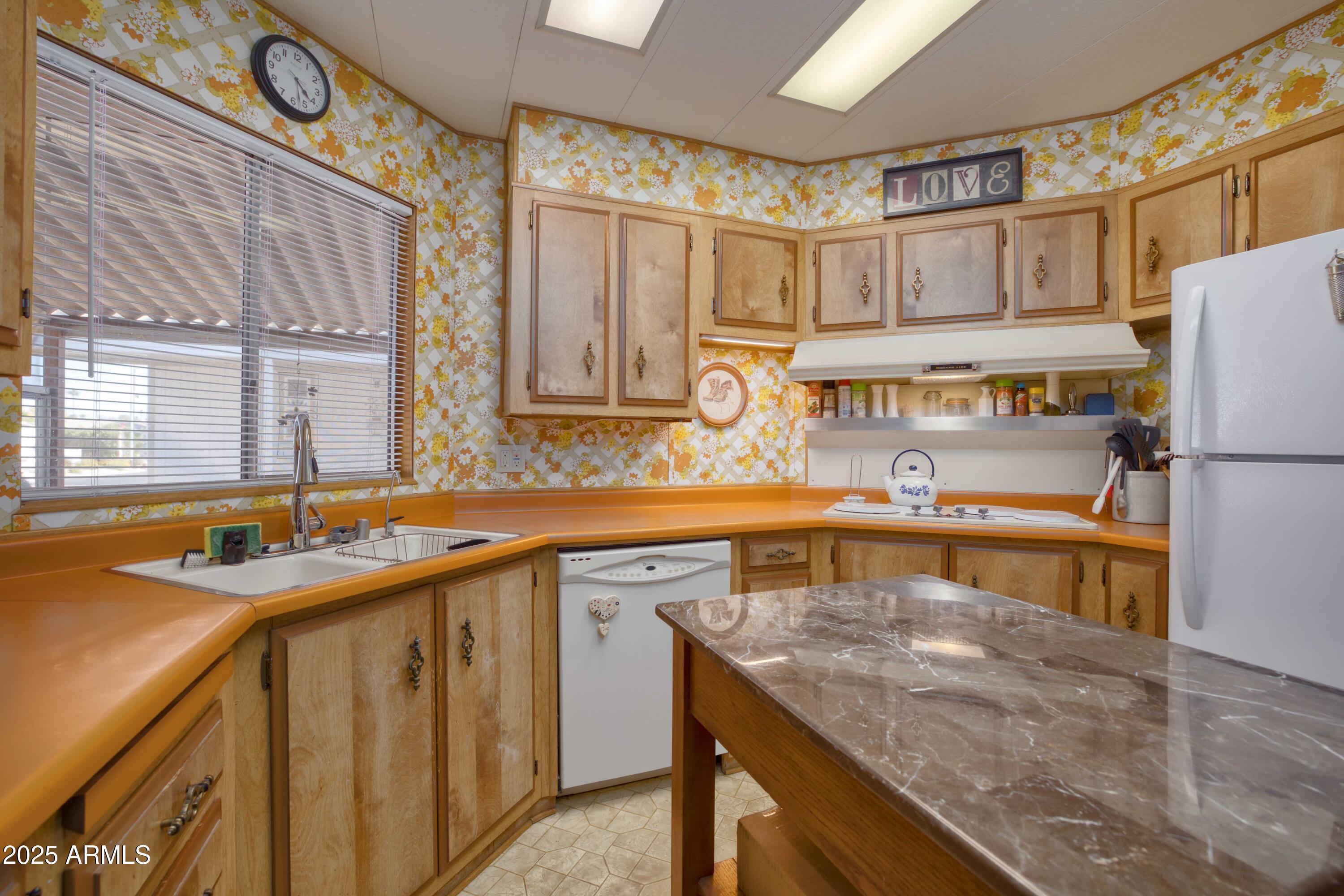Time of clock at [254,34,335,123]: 4:26
